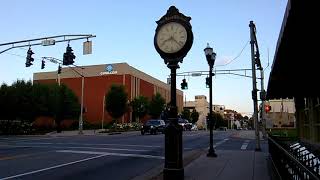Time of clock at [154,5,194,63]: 8:21
